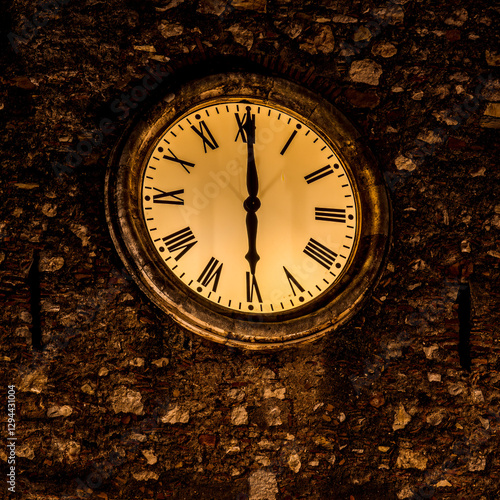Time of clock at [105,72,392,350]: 6:00
